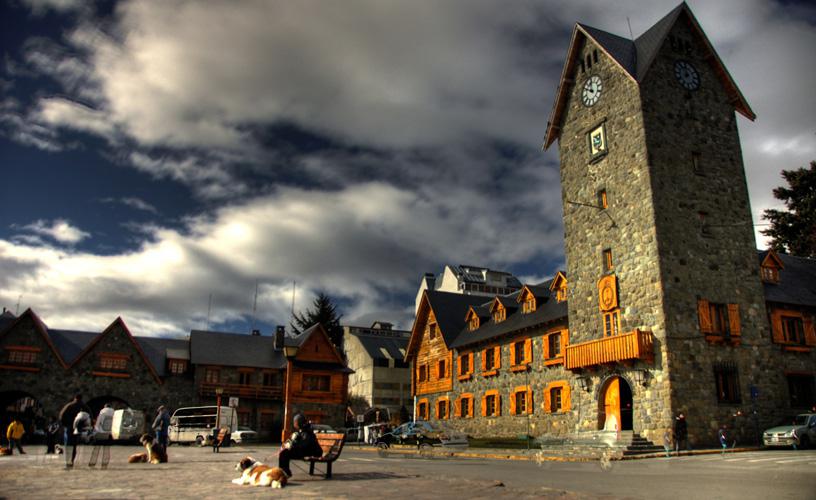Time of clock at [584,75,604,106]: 11:50
